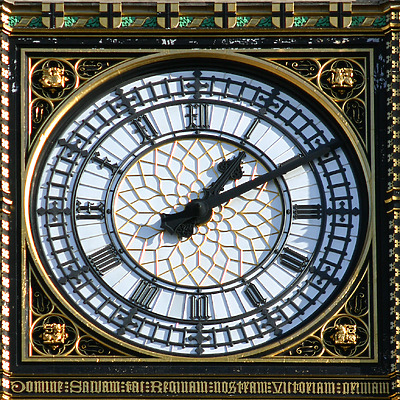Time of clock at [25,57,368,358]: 1:09
